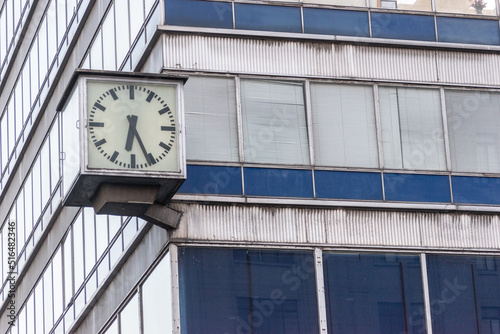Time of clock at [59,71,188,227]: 6:25
